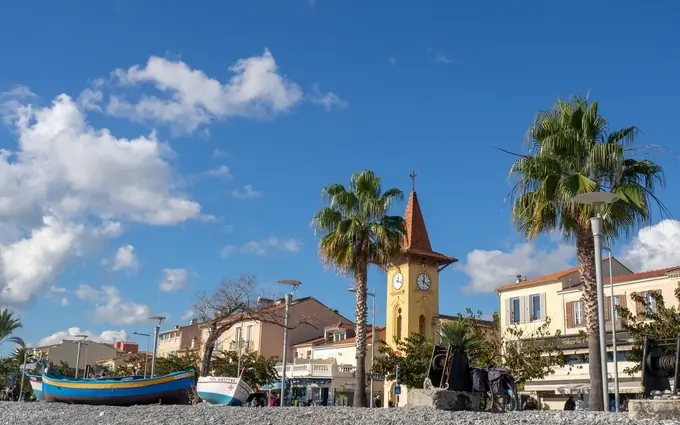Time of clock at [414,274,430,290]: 12:19
